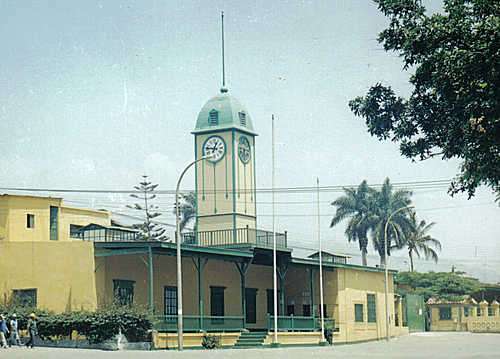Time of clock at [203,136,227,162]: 12:46
